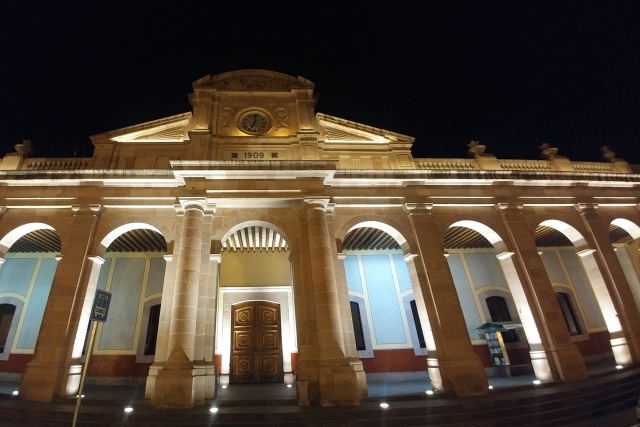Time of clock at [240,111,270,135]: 7:01
